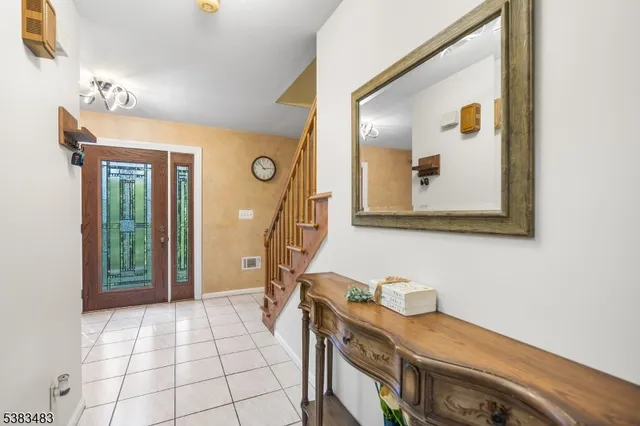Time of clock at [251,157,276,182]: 2:53
